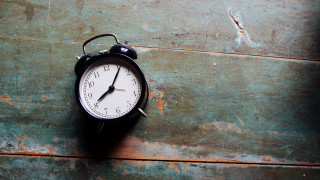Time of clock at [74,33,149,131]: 8:06
